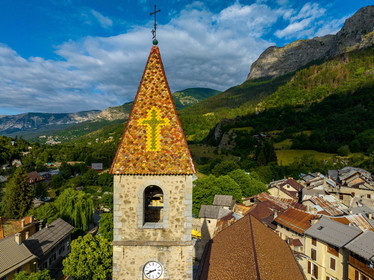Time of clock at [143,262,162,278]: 8:40
